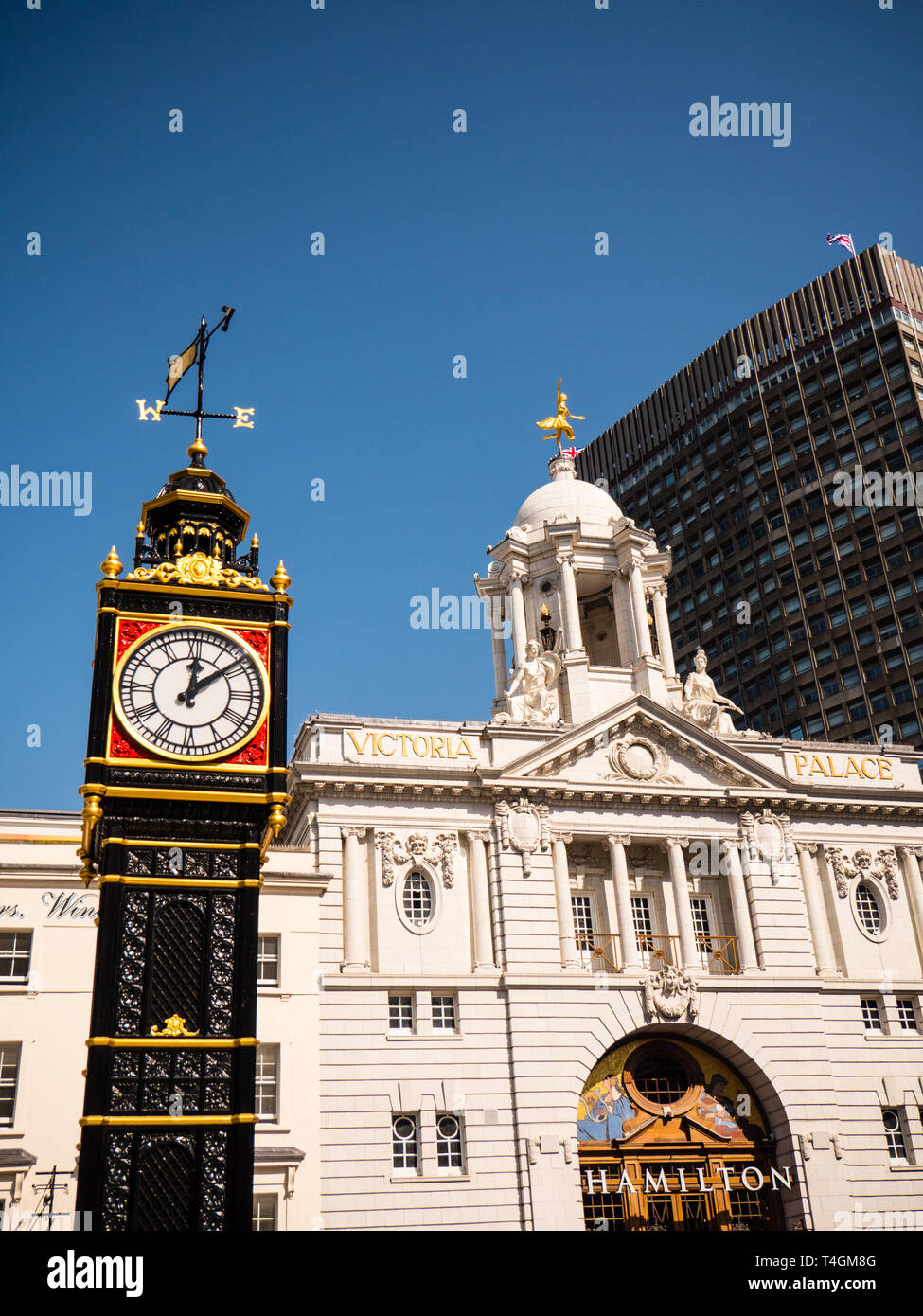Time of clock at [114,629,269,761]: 12:08
